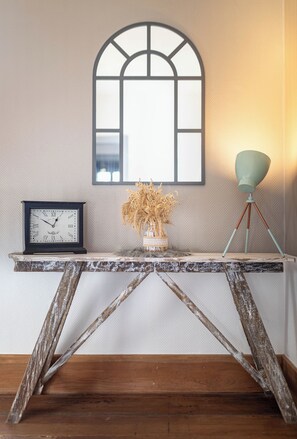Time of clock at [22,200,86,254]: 12:50
